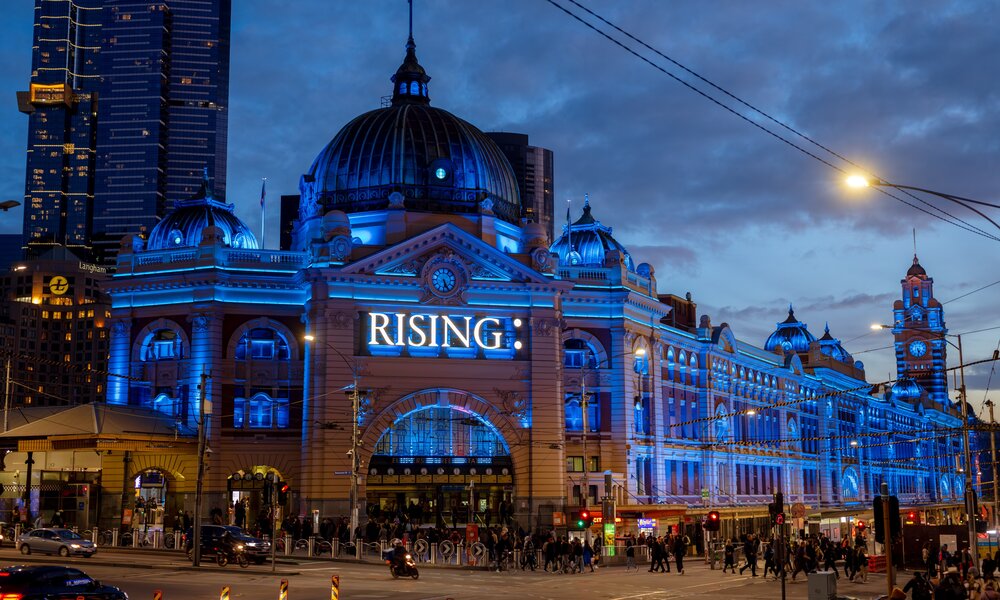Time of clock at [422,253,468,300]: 5:24
